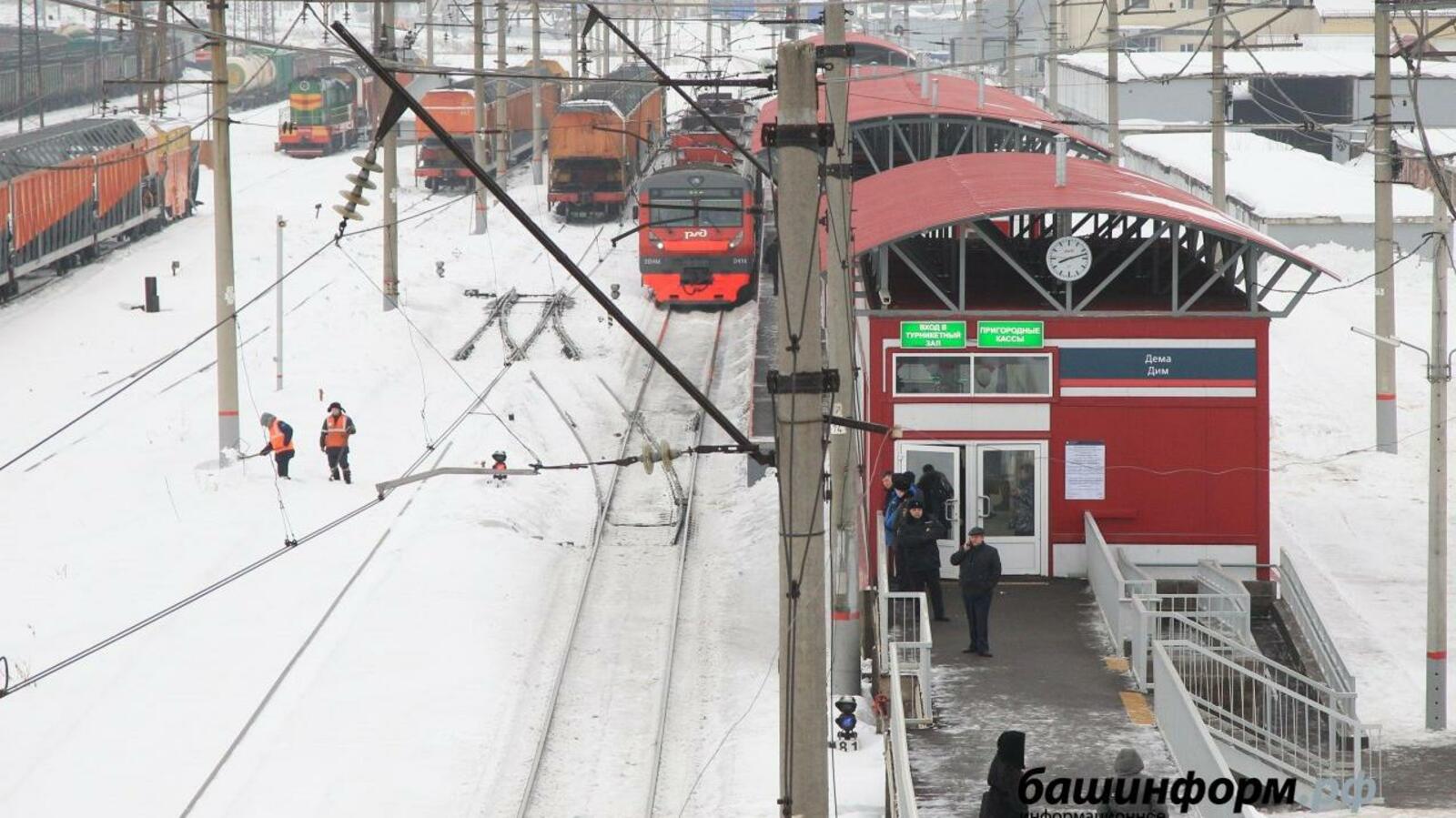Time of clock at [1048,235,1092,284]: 8:12
